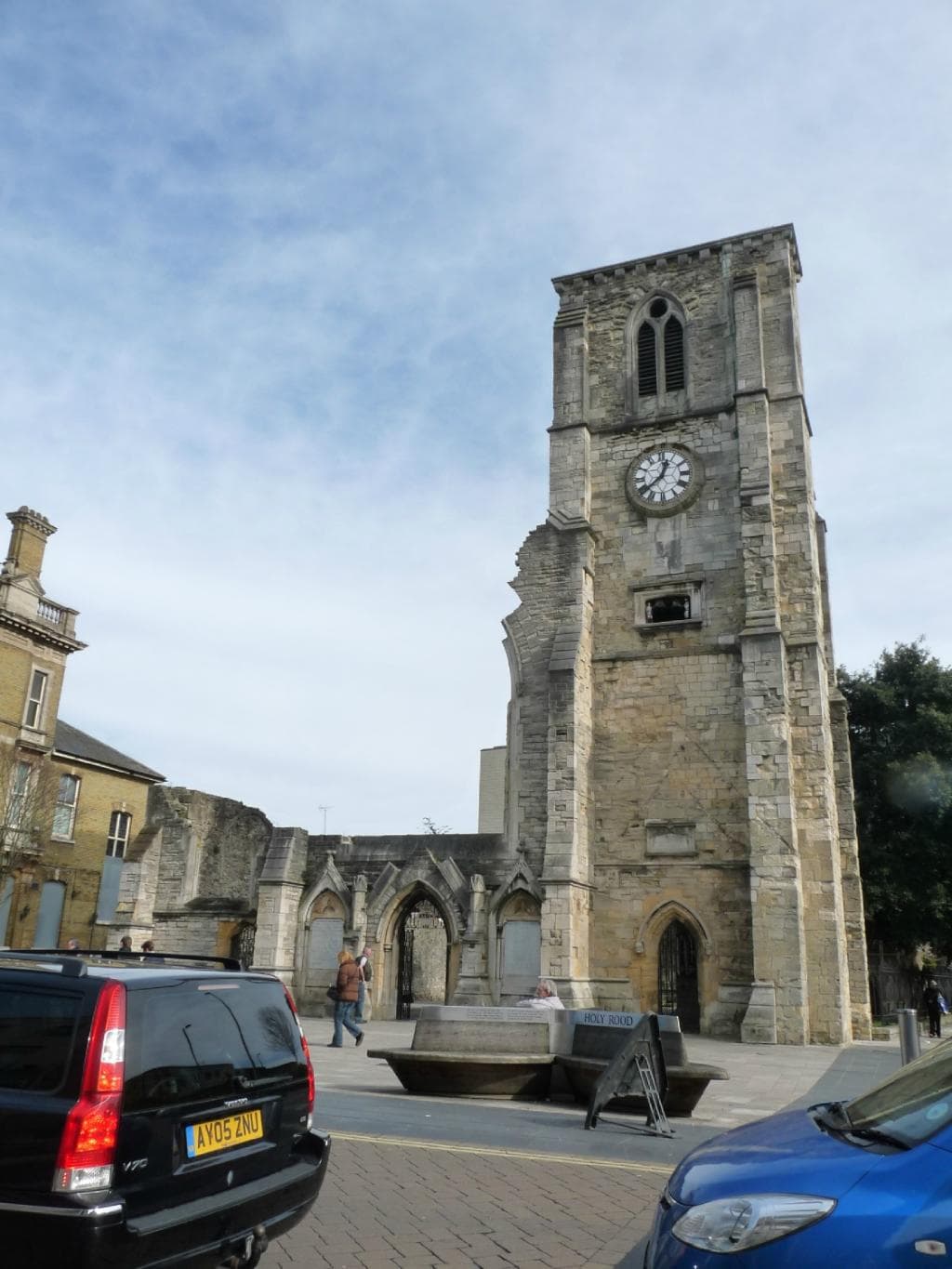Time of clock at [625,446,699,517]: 12:38
